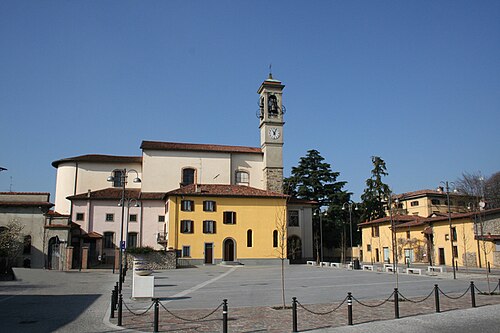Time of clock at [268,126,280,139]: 11:03
